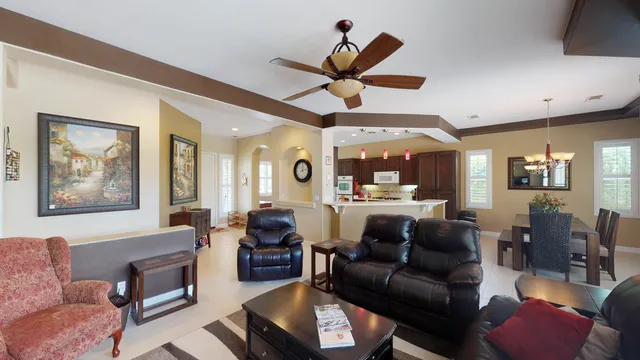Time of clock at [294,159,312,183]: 12:12
